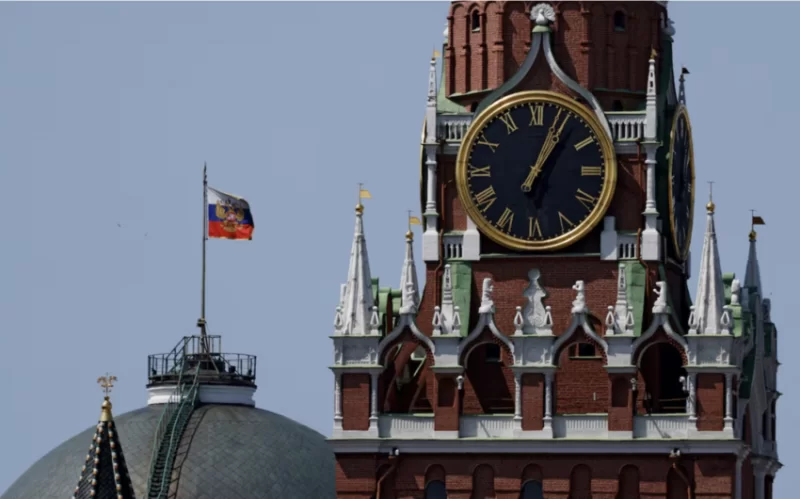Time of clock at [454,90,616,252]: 1:03
